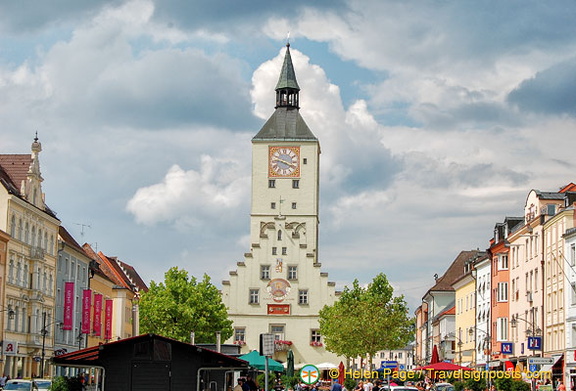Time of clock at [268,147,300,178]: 3:46
